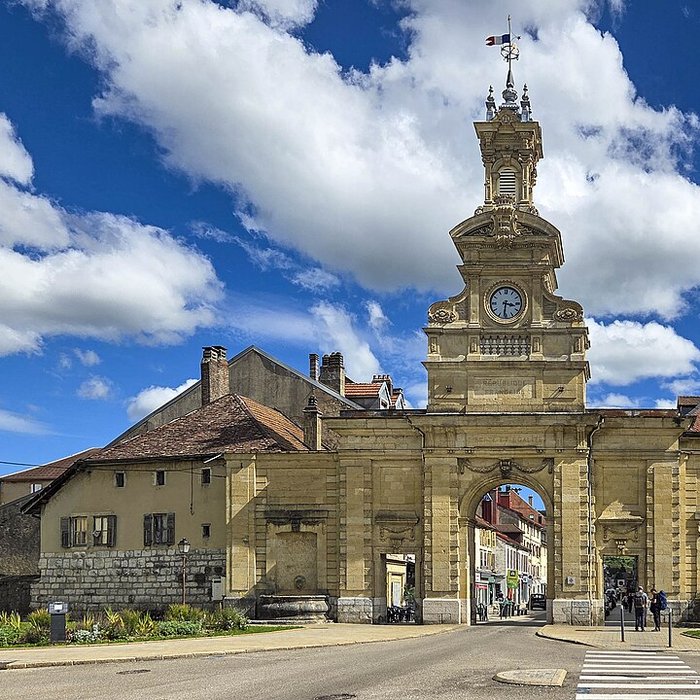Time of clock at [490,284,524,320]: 3:31
